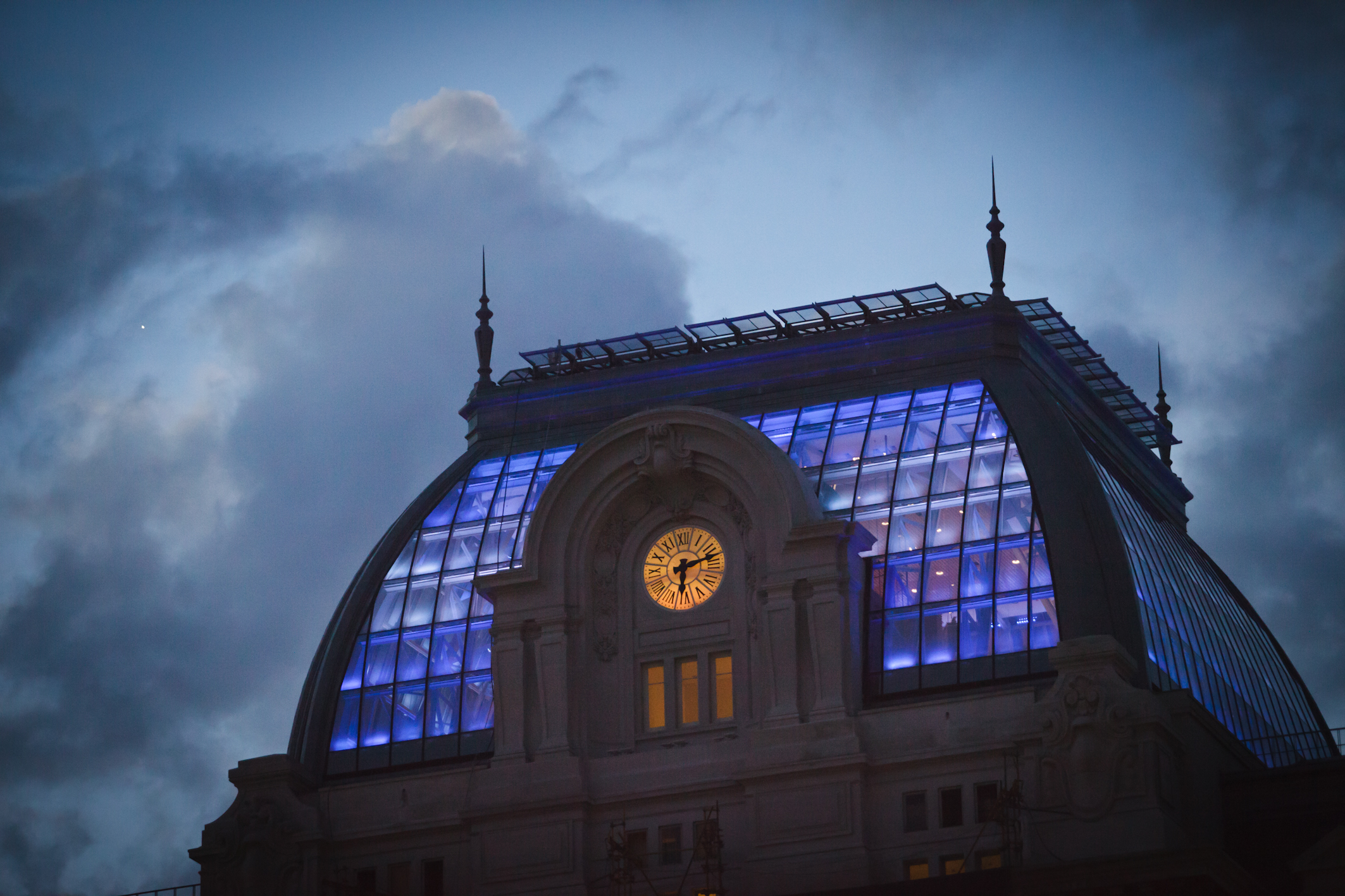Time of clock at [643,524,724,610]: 6:12
